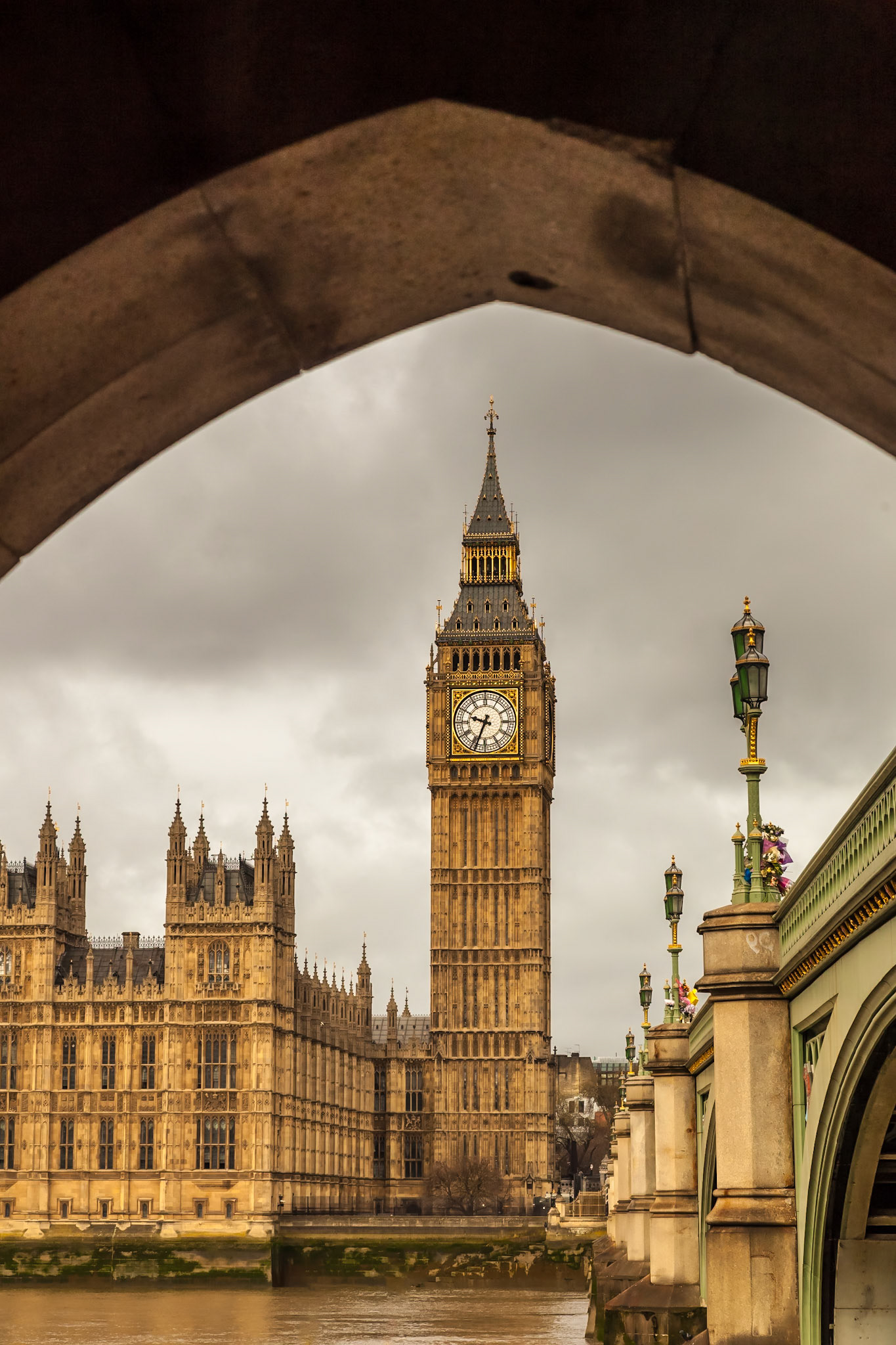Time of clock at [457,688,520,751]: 9:33
